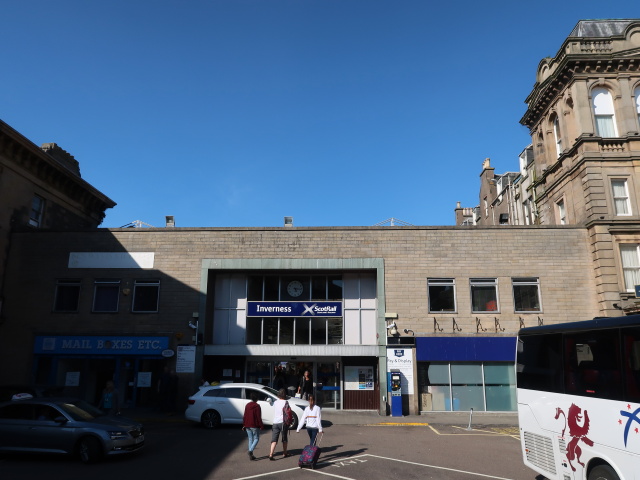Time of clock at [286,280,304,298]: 5:15
